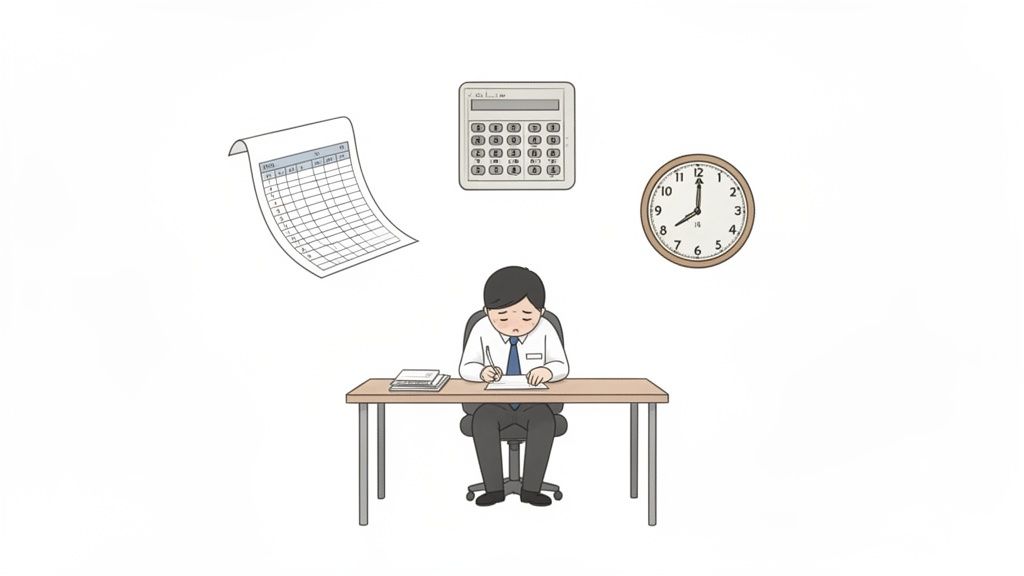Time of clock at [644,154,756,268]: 8:00
